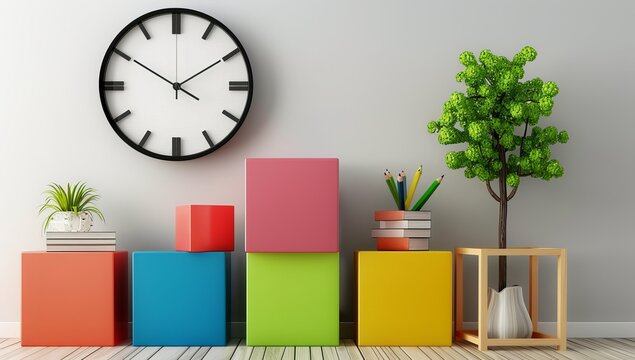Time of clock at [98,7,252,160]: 1:50
